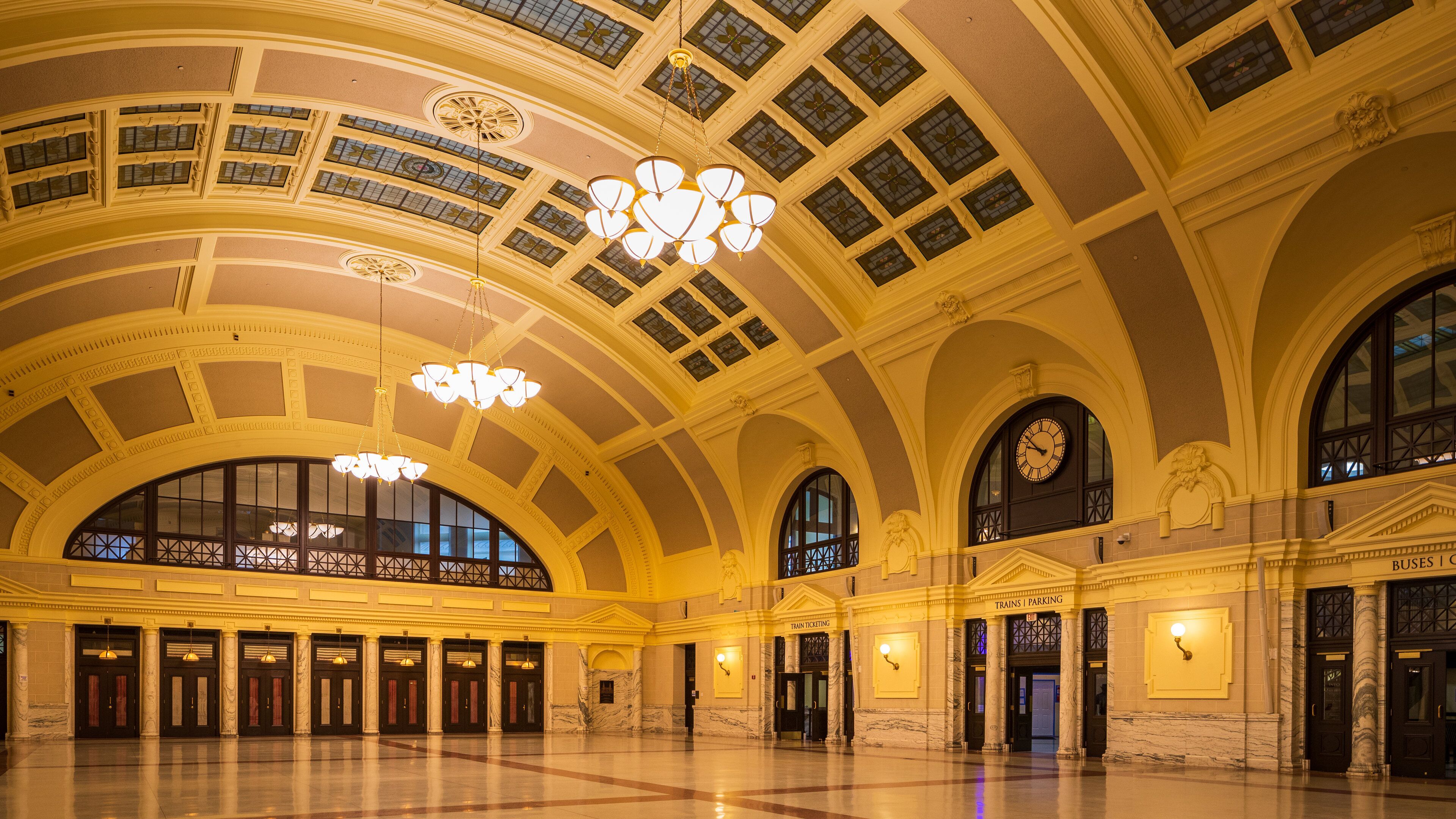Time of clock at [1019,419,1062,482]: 9:52
